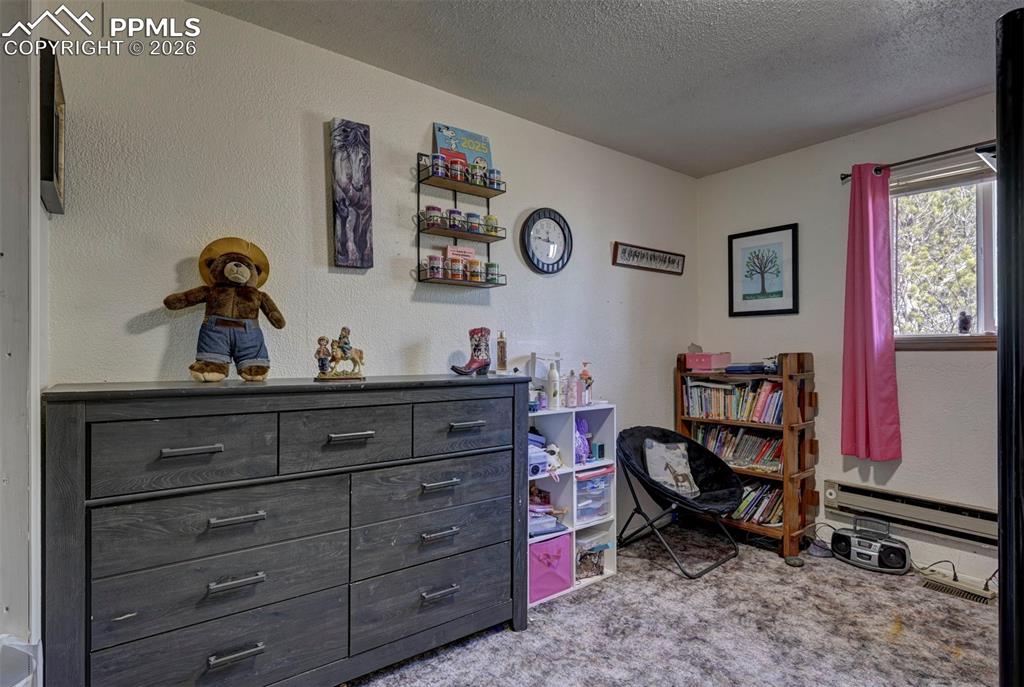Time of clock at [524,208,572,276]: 11:46
